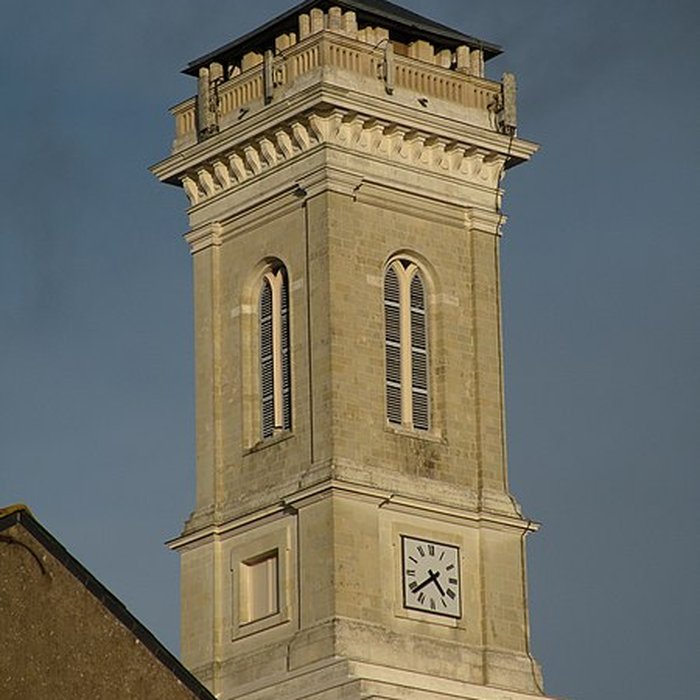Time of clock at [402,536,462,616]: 4:38
